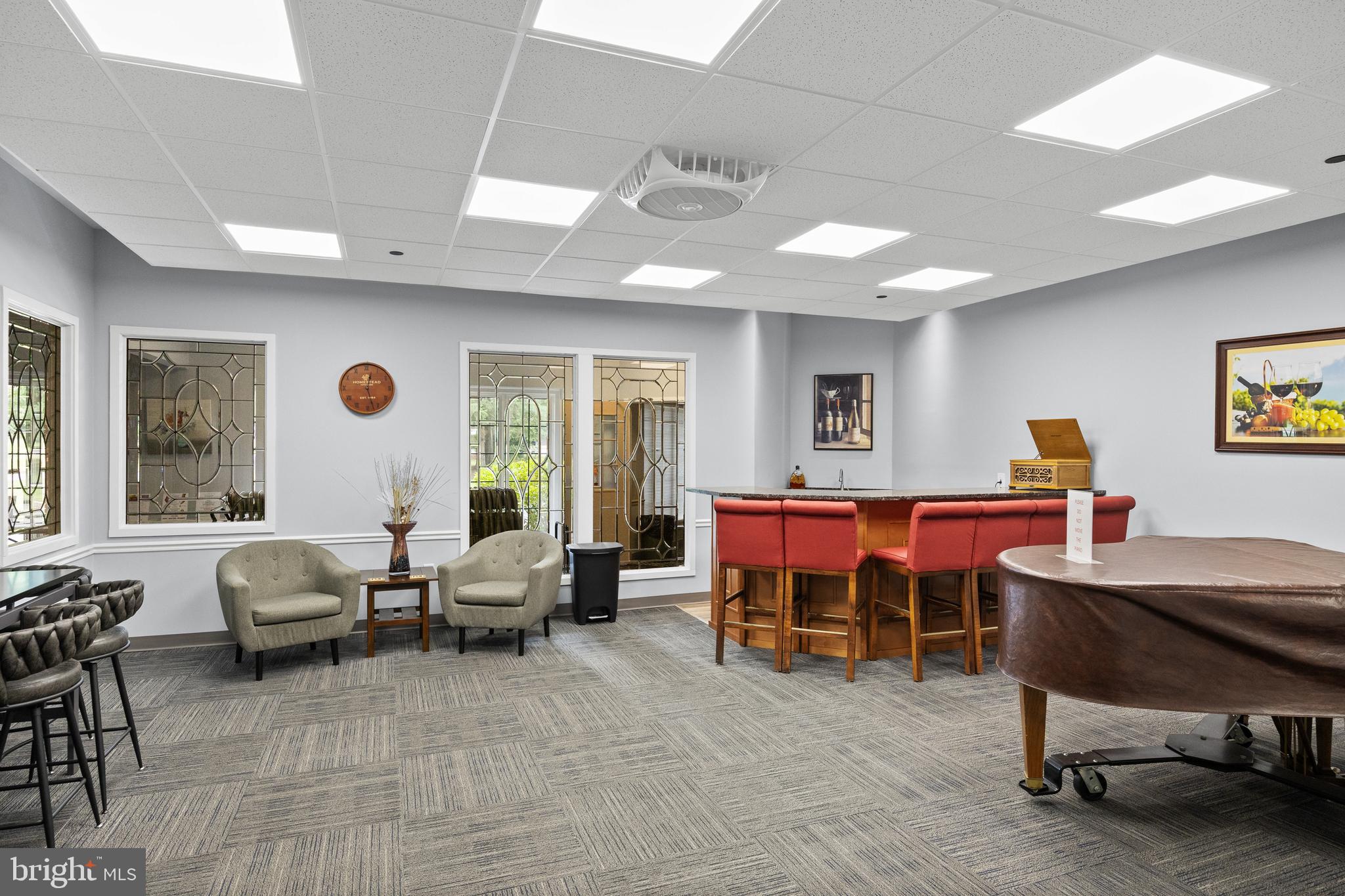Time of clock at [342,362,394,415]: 12:27
